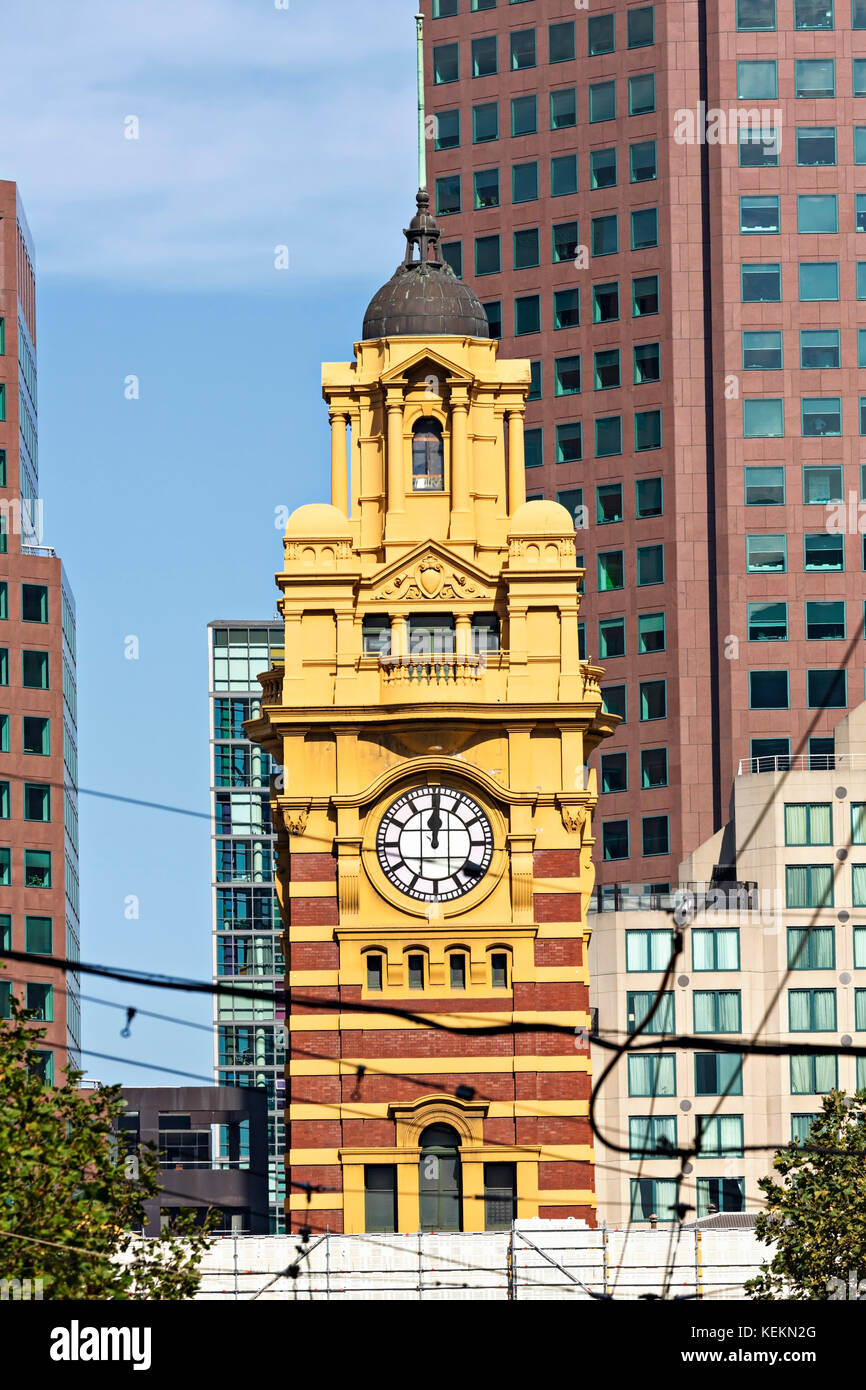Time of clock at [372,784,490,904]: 12:00
